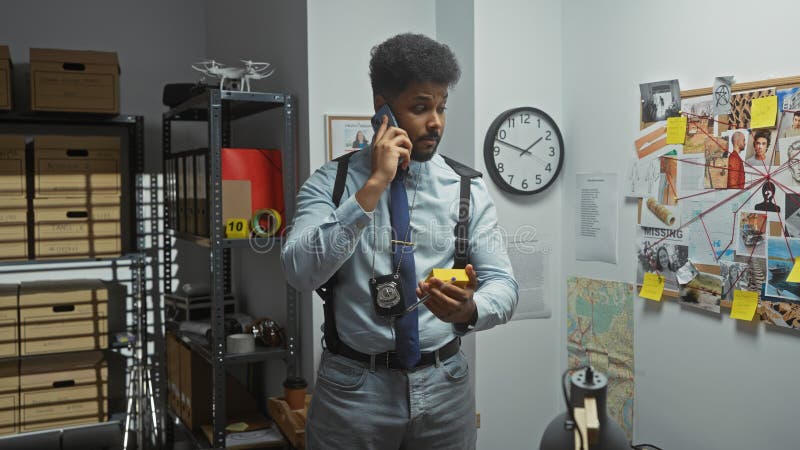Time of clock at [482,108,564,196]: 1:47
